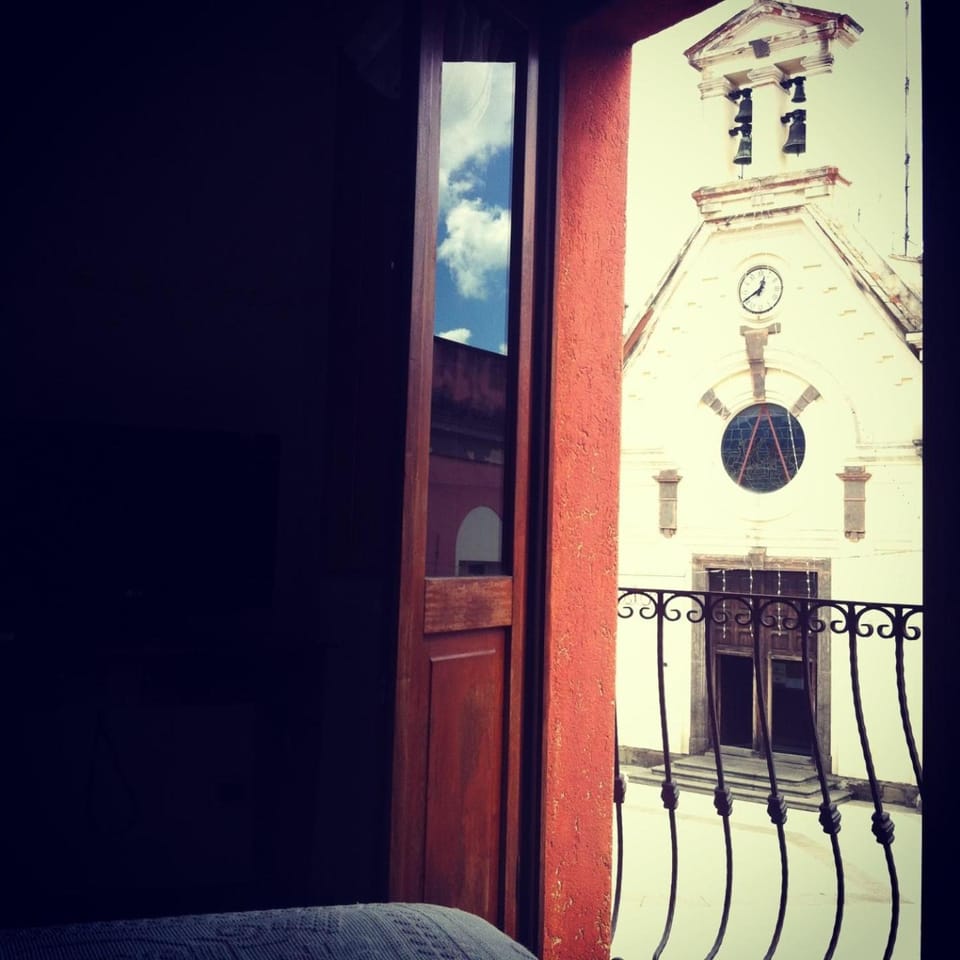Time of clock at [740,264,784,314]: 12:40
